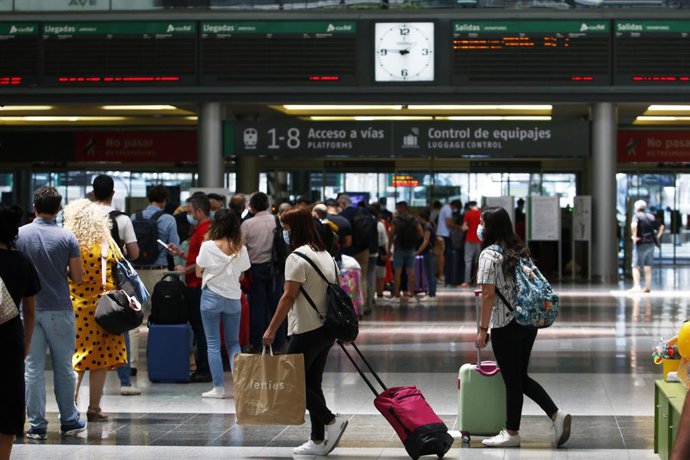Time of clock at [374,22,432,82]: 8:45
